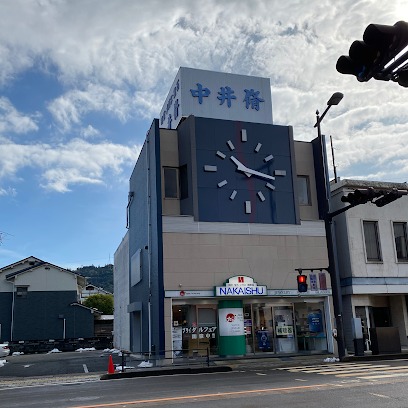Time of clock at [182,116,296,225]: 10:17
